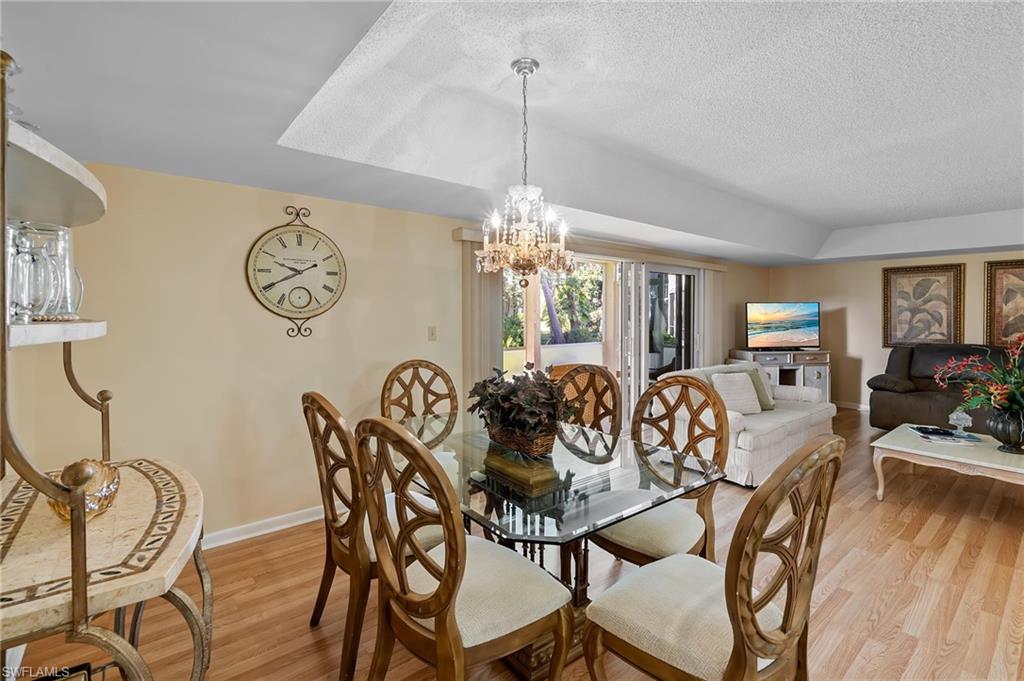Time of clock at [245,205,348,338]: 9:40
